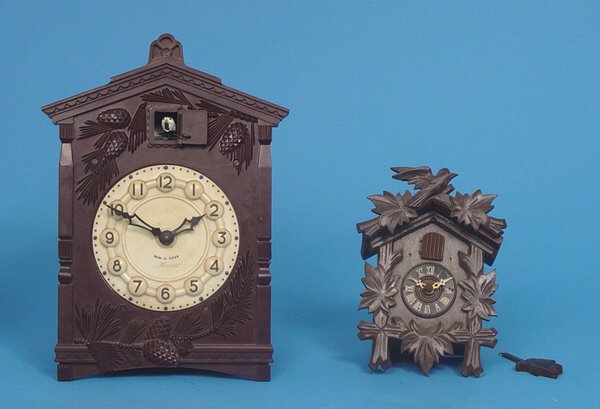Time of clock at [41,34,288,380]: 1:49
